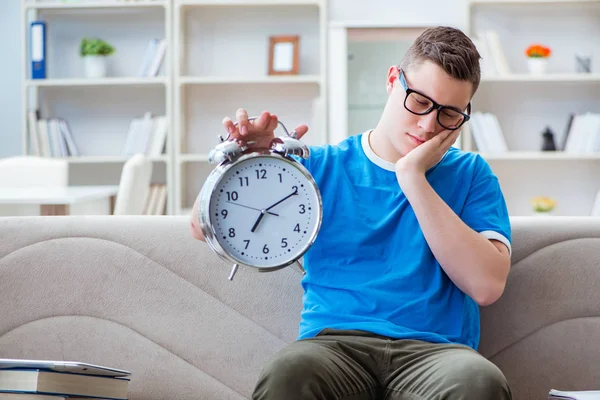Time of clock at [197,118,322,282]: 7:10
